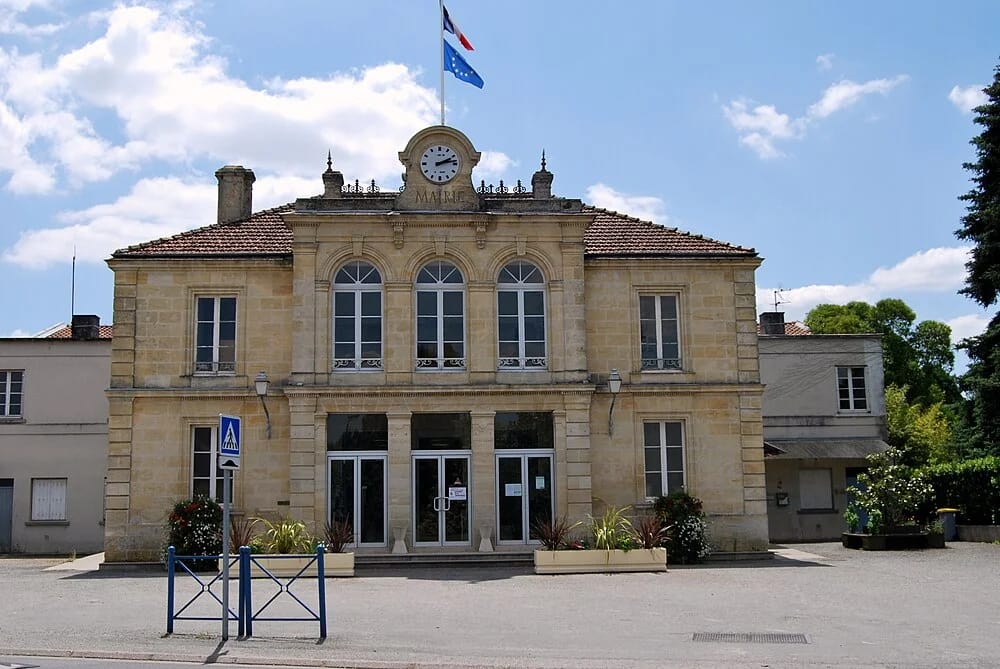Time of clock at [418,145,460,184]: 2:13
